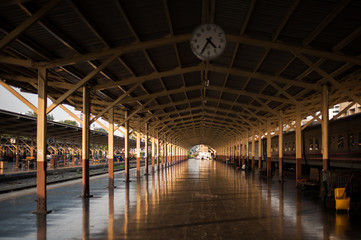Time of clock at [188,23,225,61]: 4:35
